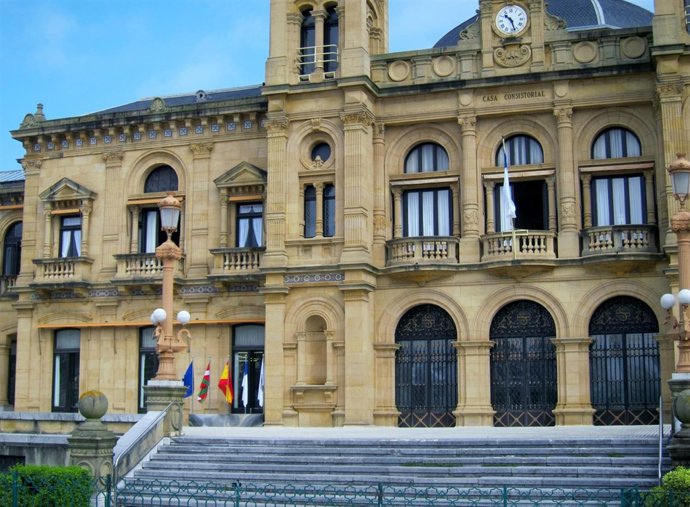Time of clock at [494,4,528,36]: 10:27
